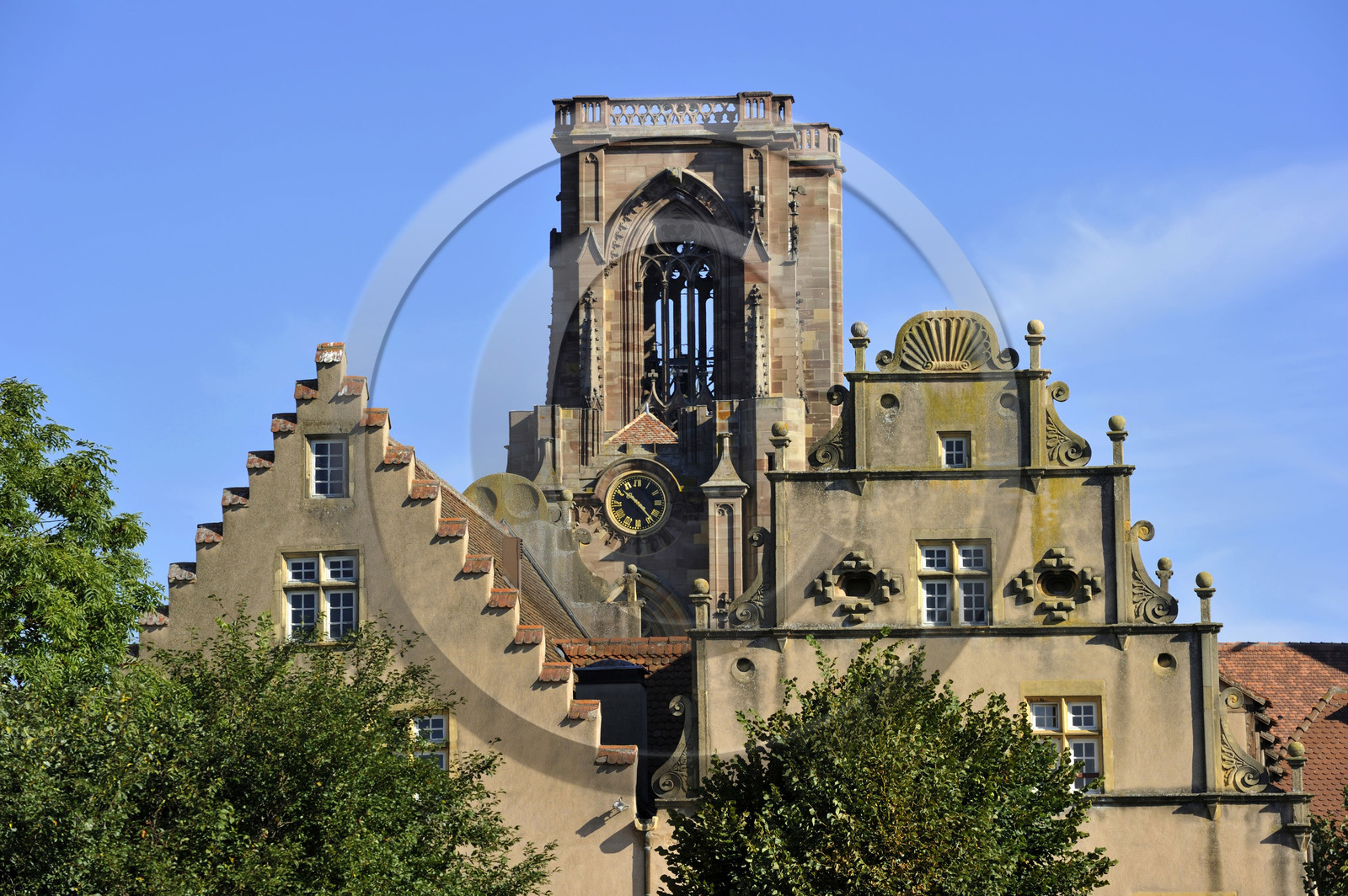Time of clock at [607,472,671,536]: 10:23
